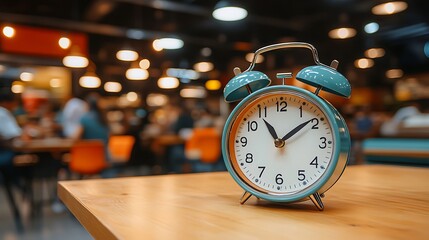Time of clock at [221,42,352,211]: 11:08
